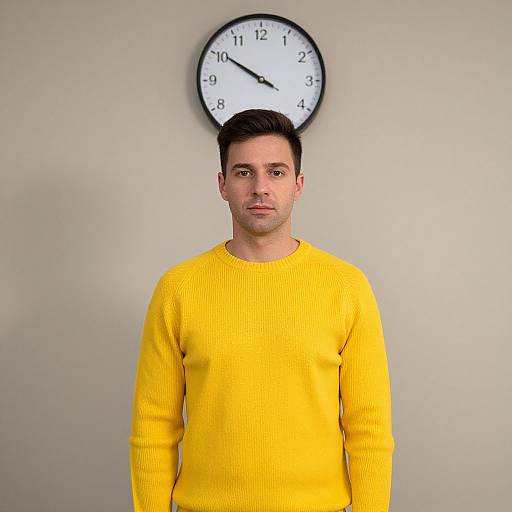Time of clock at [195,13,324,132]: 9:50
